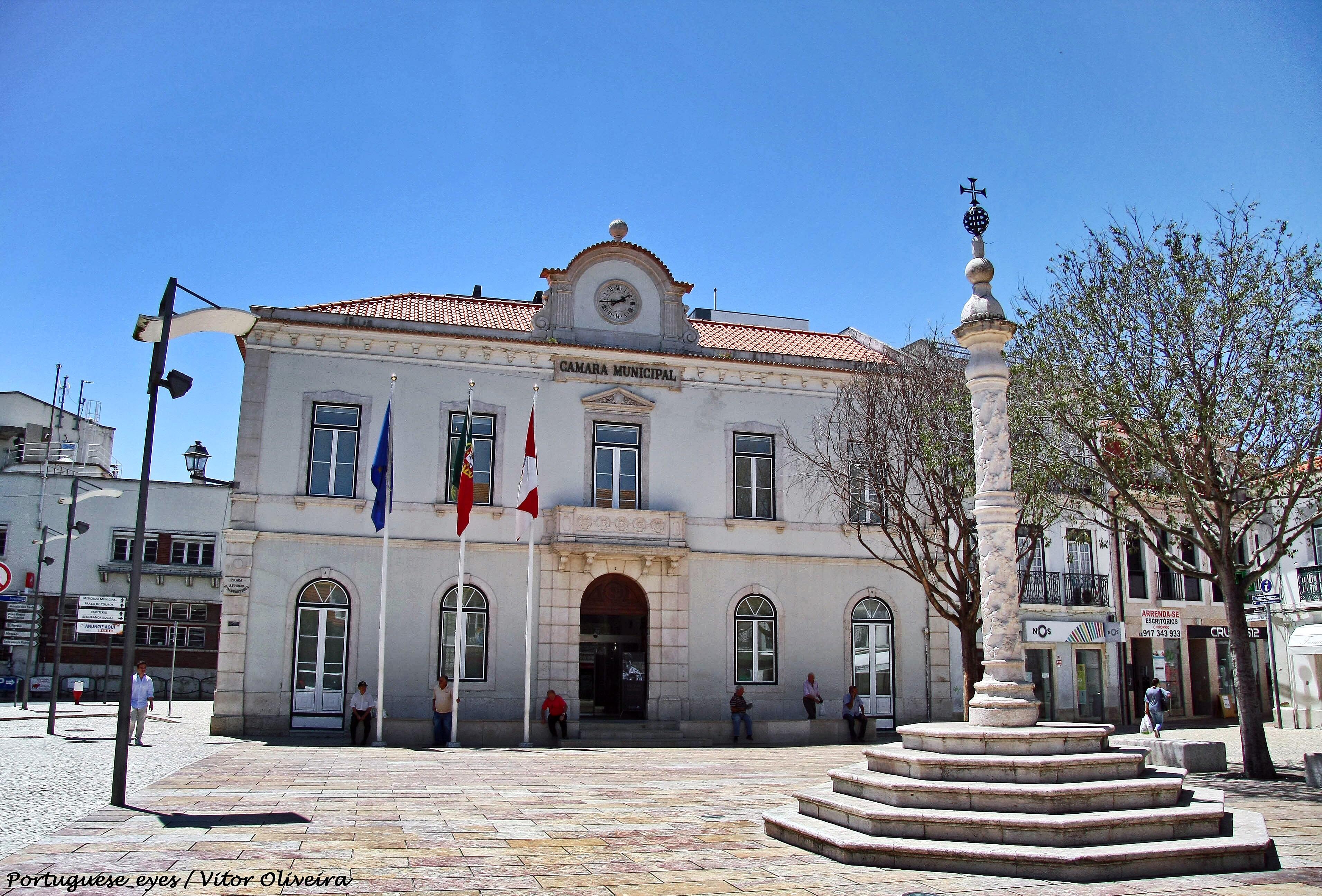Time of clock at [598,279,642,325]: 1:44
